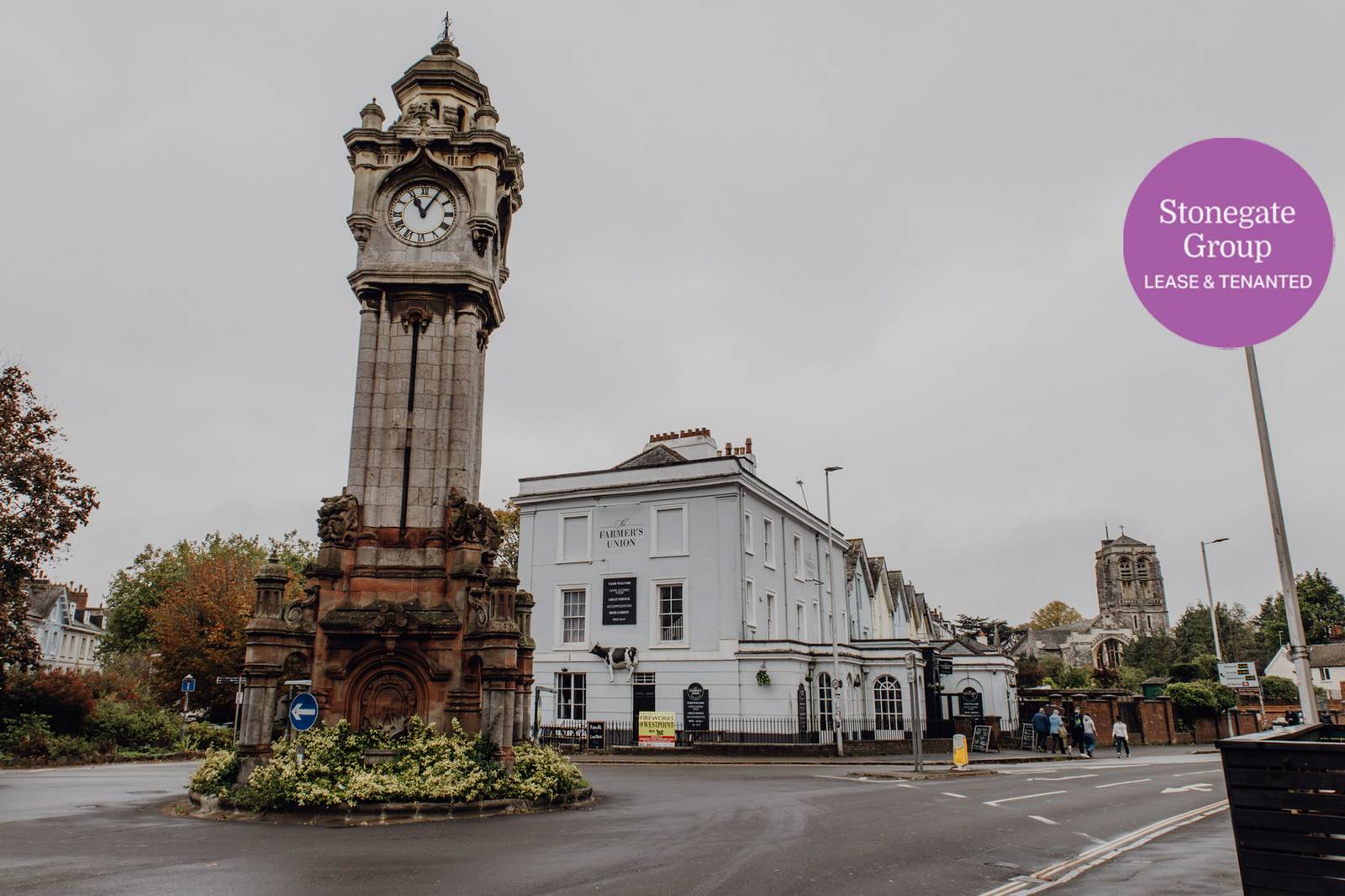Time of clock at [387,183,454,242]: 11:05
